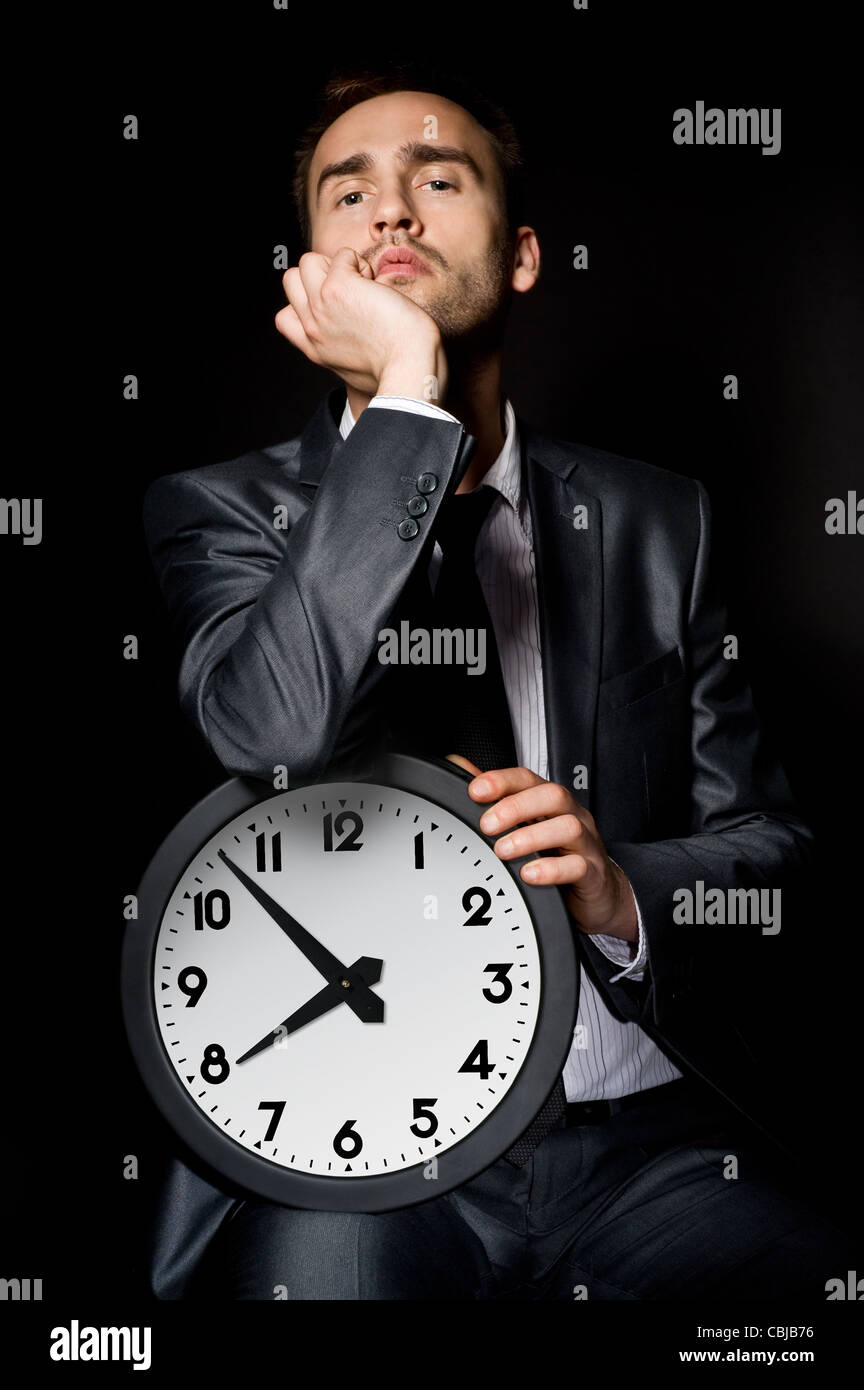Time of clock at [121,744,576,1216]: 7:52
